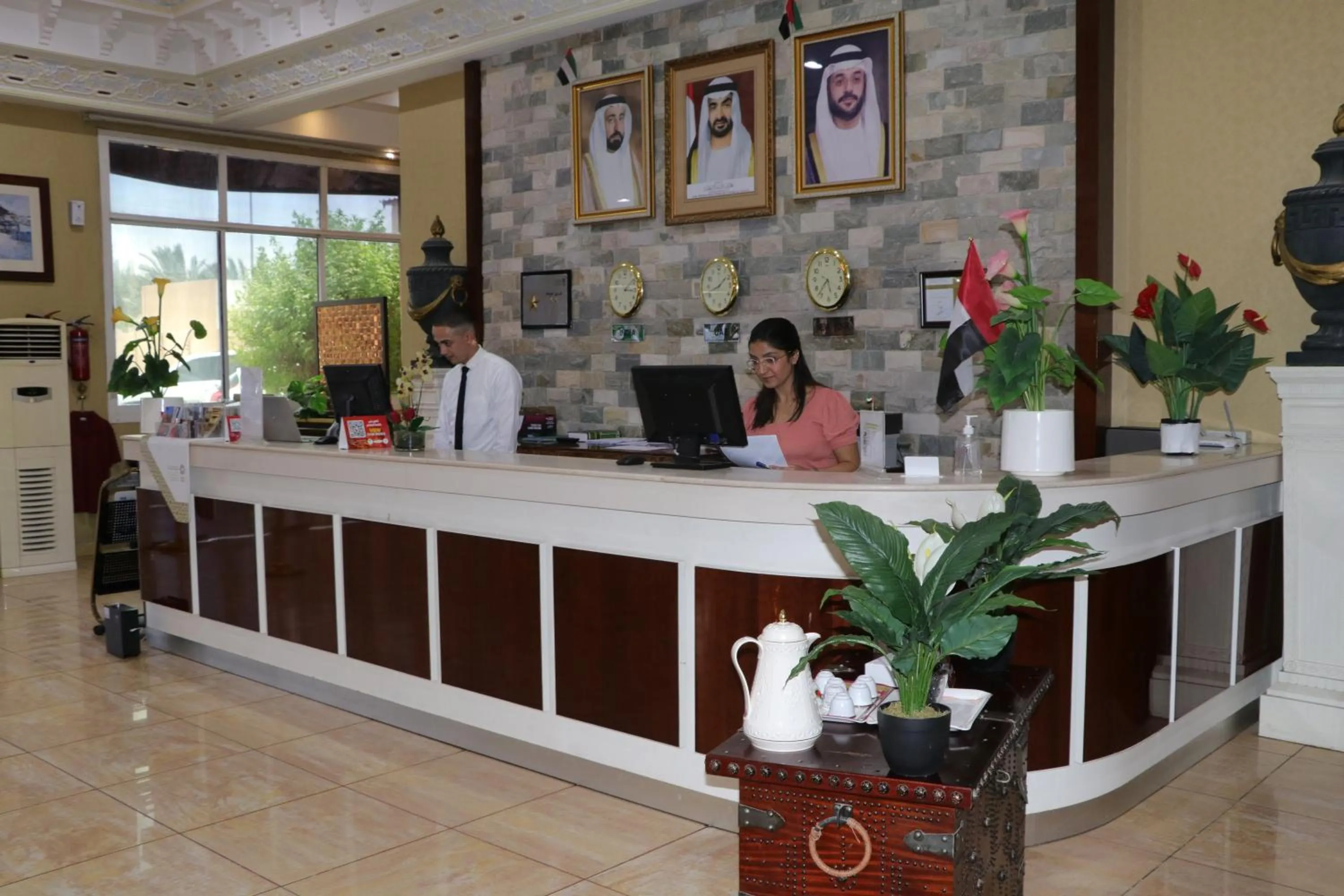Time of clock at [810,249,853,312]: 5:36
